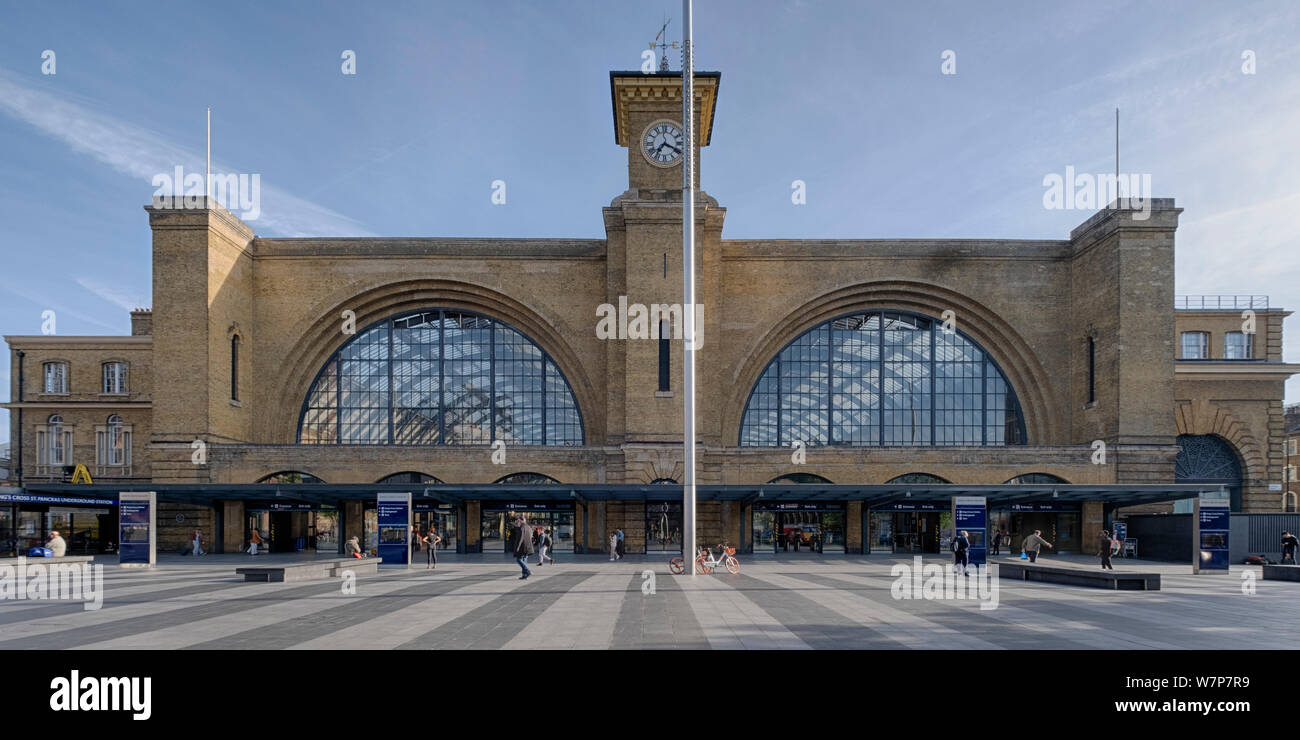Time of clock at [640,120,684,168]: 7:18
